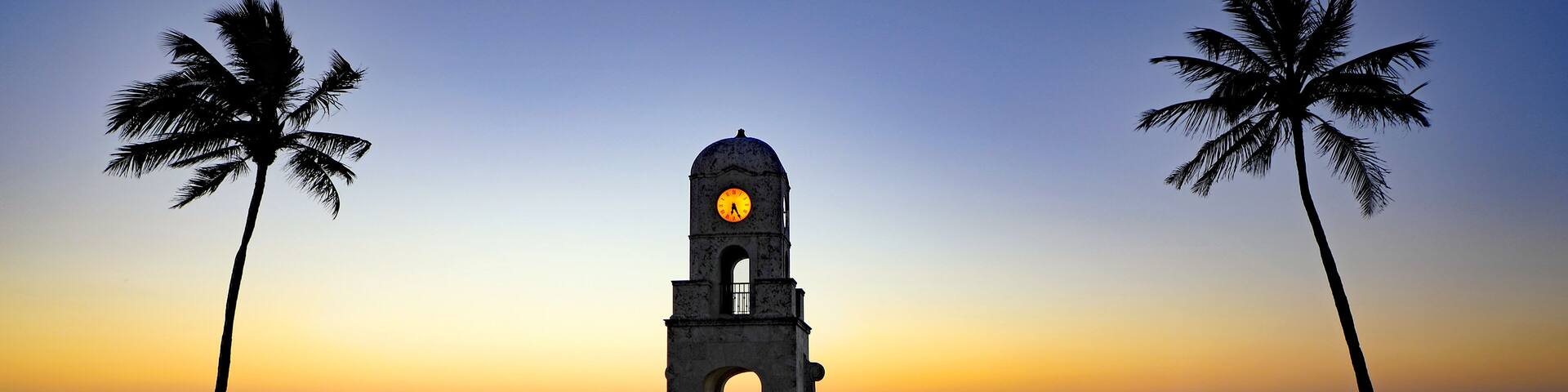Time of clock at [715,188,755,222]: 6:25
